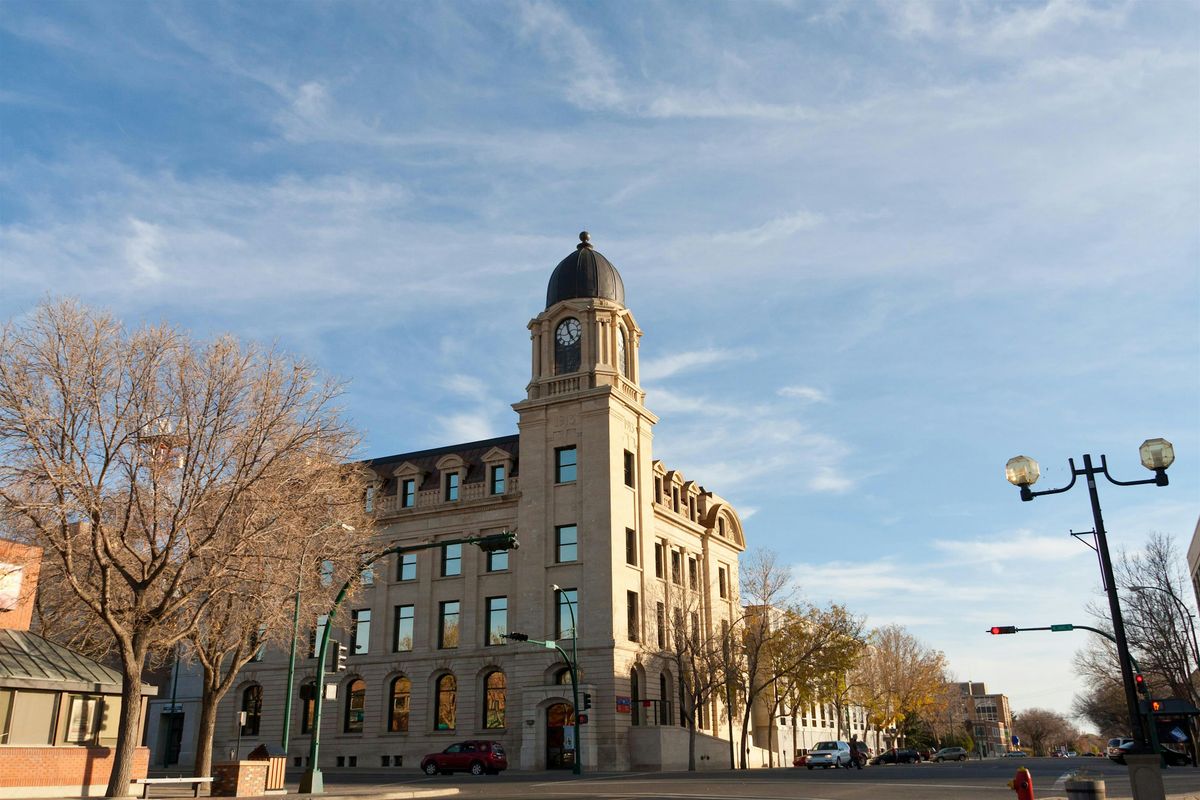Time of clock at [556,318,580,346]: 4:57
